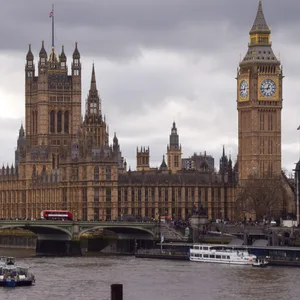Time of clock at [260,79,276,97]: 12:43
